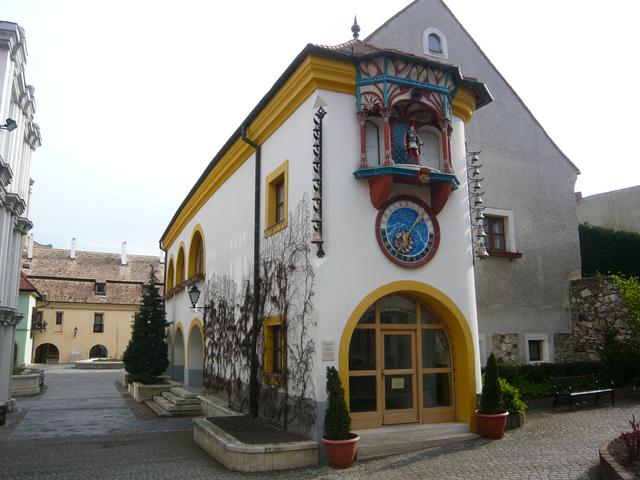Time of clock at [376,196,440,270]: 7:07
